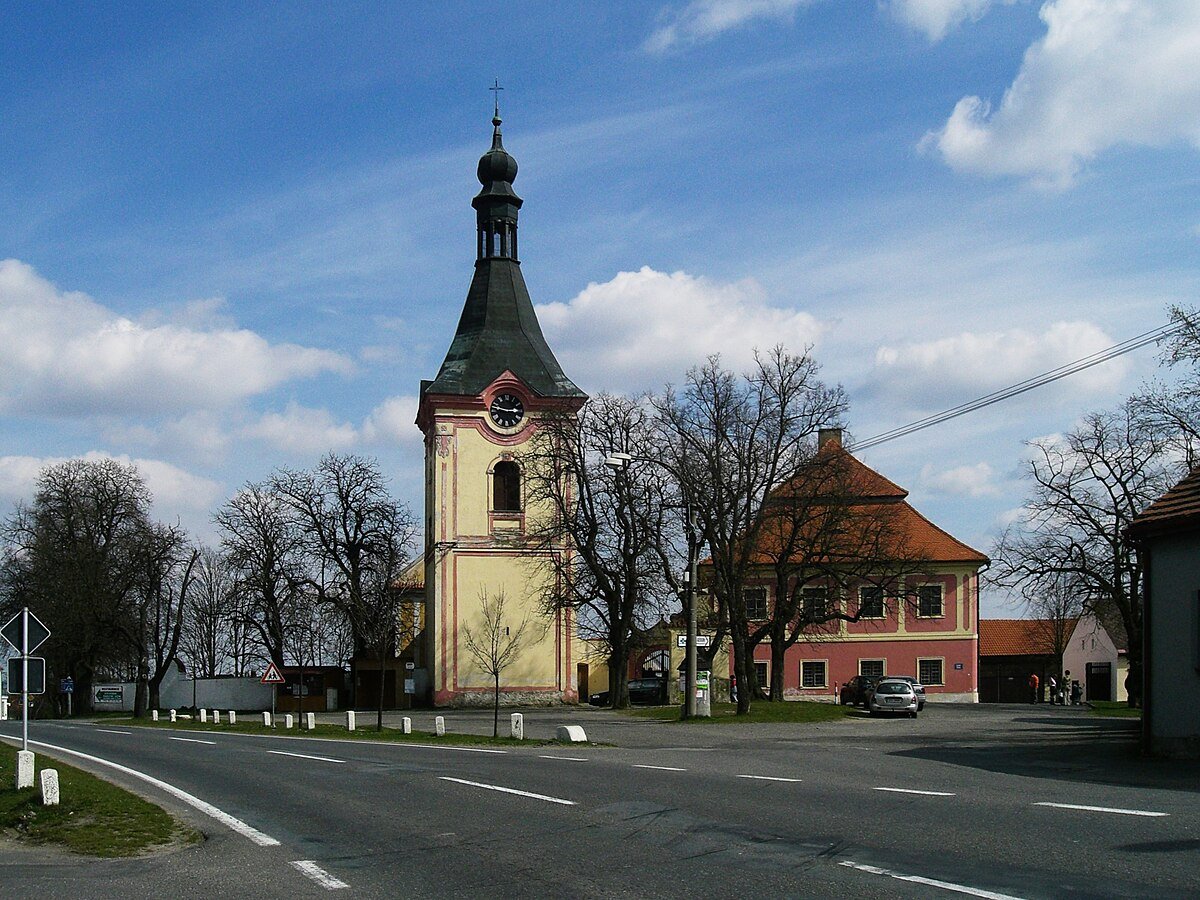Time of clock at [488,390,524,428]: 2:47
